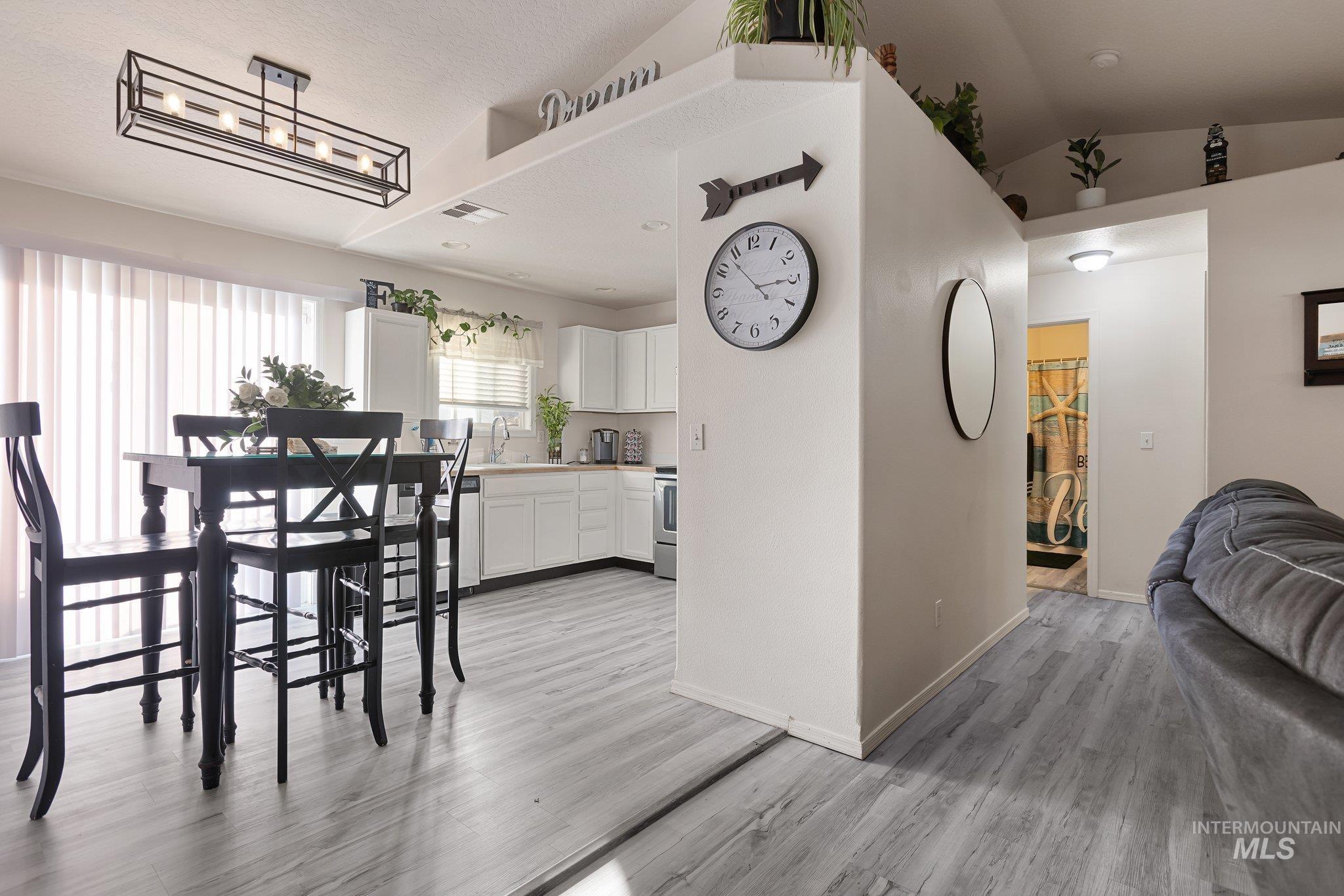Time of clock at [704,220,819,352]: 2:53
